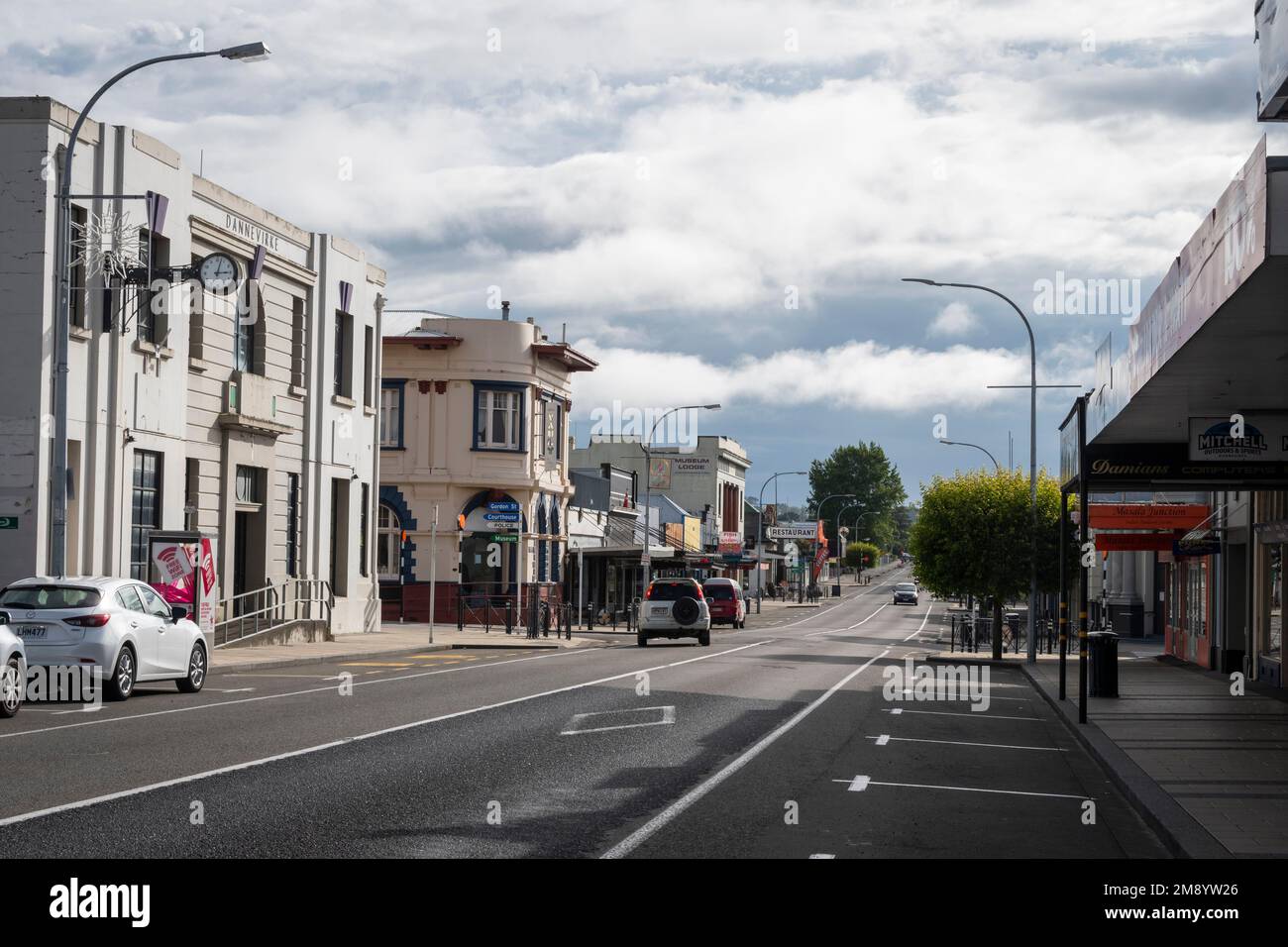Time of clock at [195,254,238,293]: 3:02
